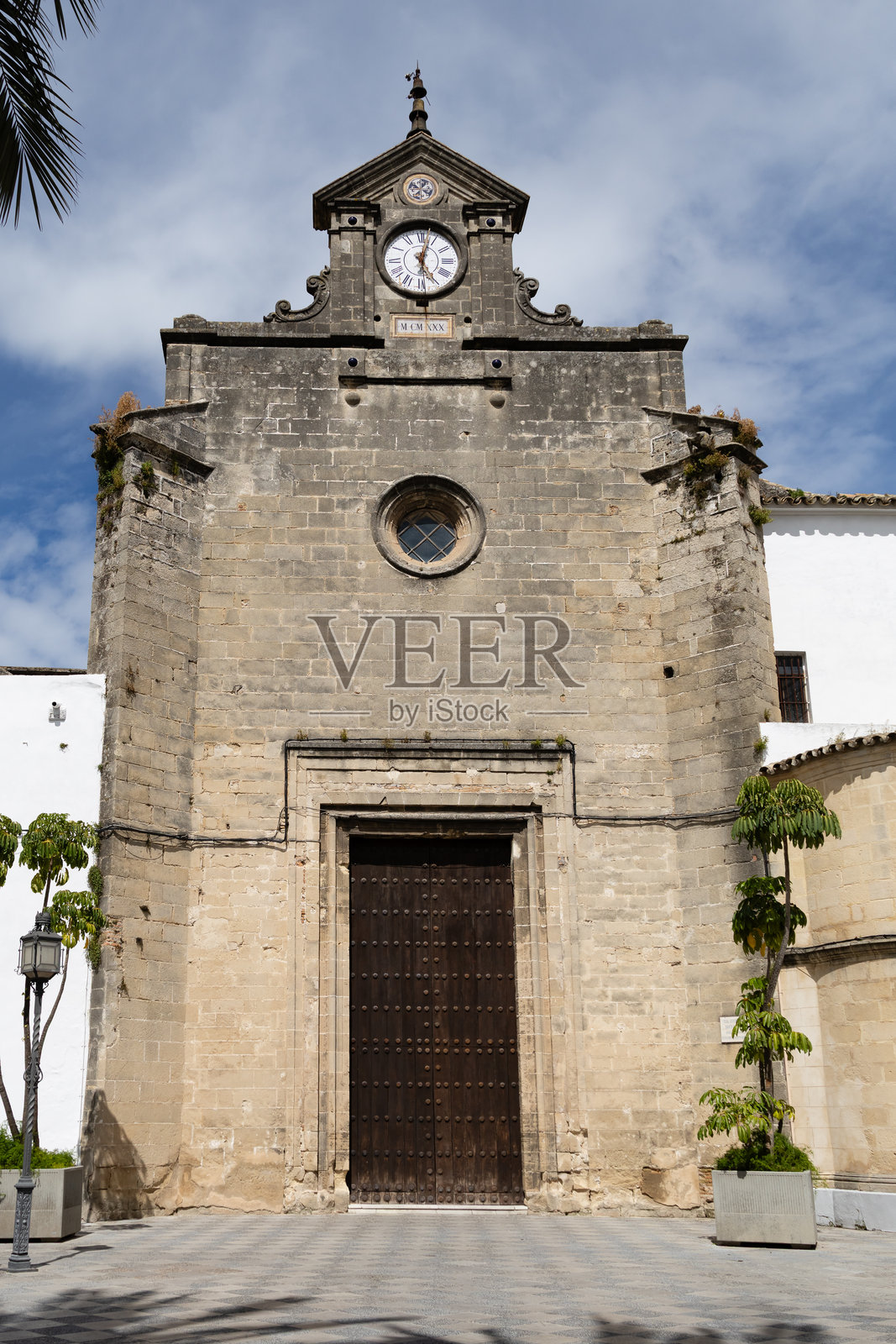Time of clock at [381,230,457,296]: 5:02
